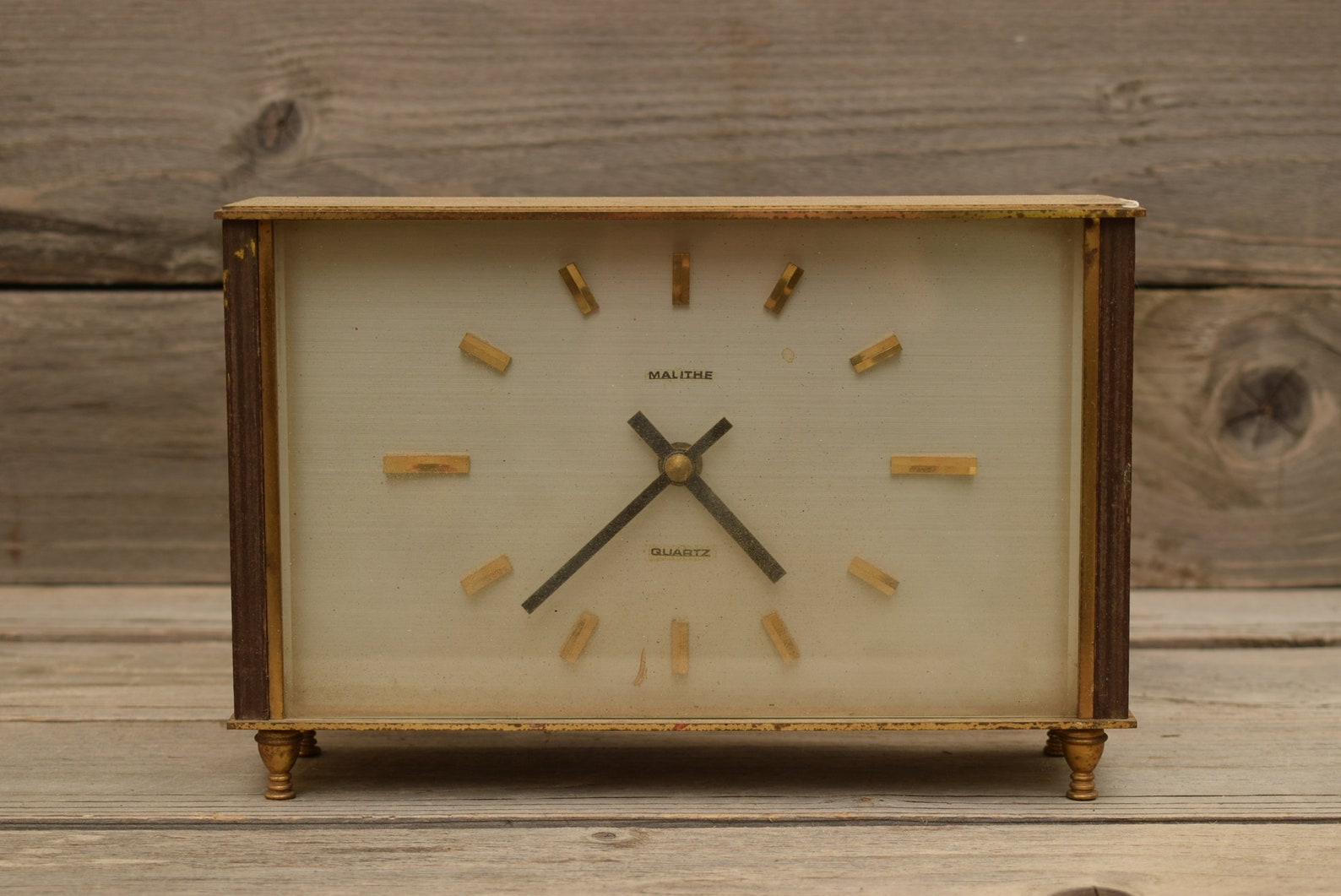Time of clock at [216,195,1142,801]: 4:37
